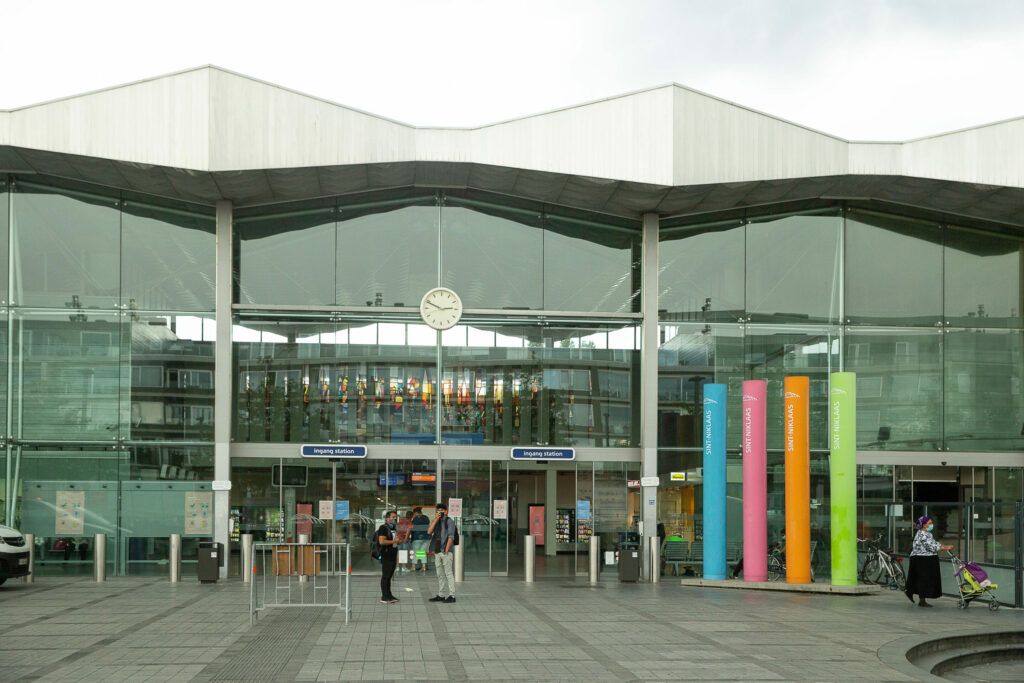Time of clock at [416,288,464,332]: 2:48
